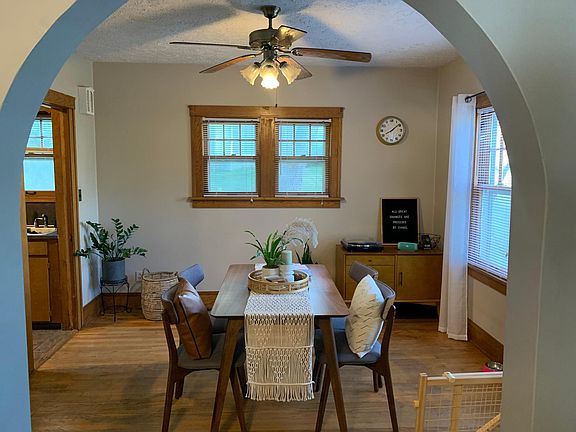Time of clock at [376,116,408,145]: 8:08
